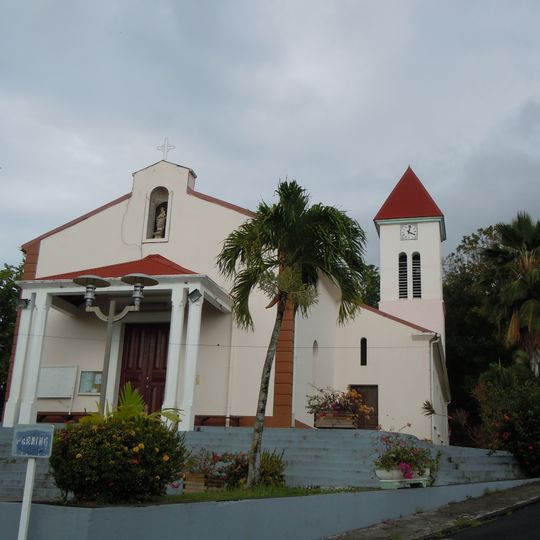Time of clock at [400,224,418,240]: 4:02
